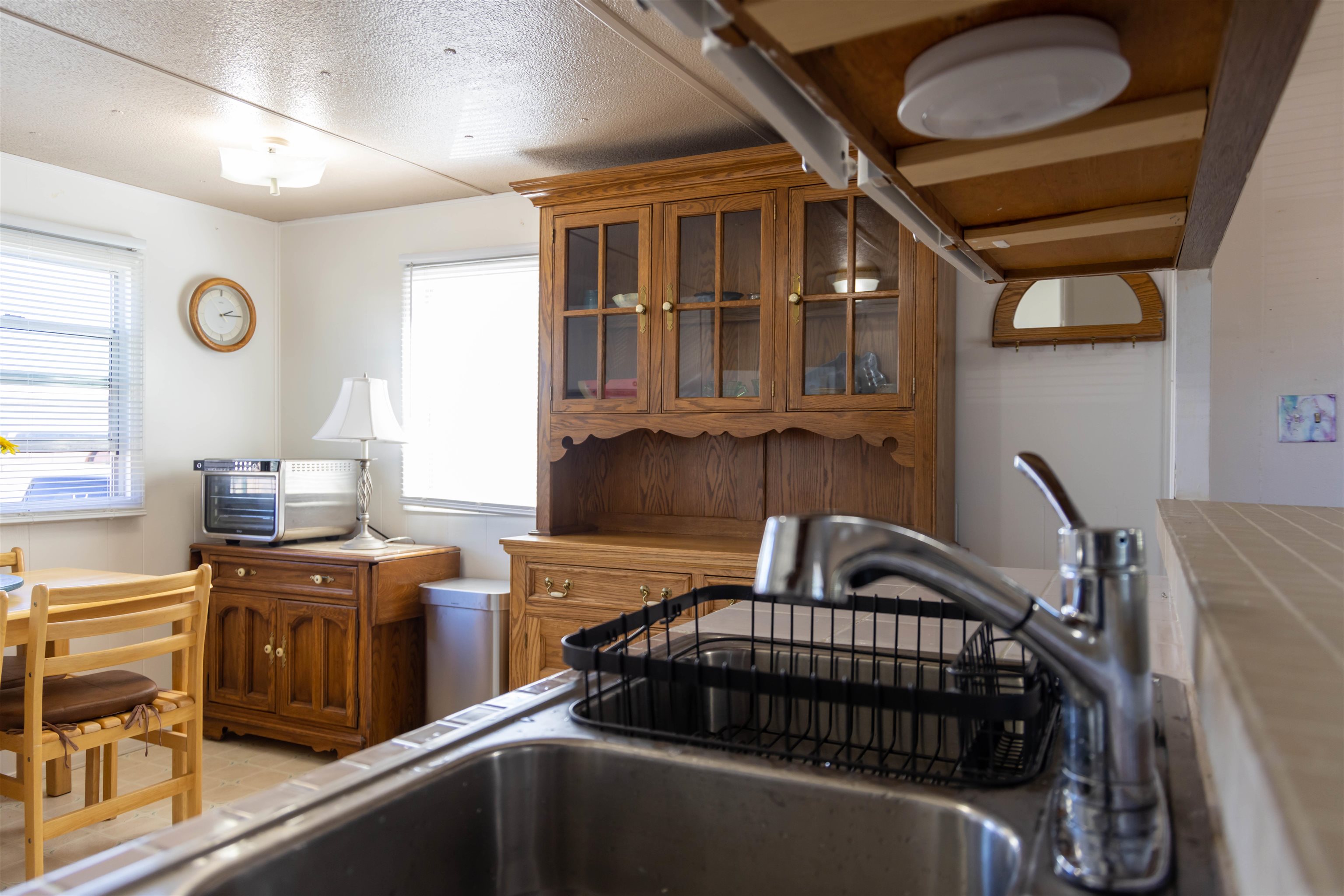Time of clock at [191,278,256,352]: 2:14
